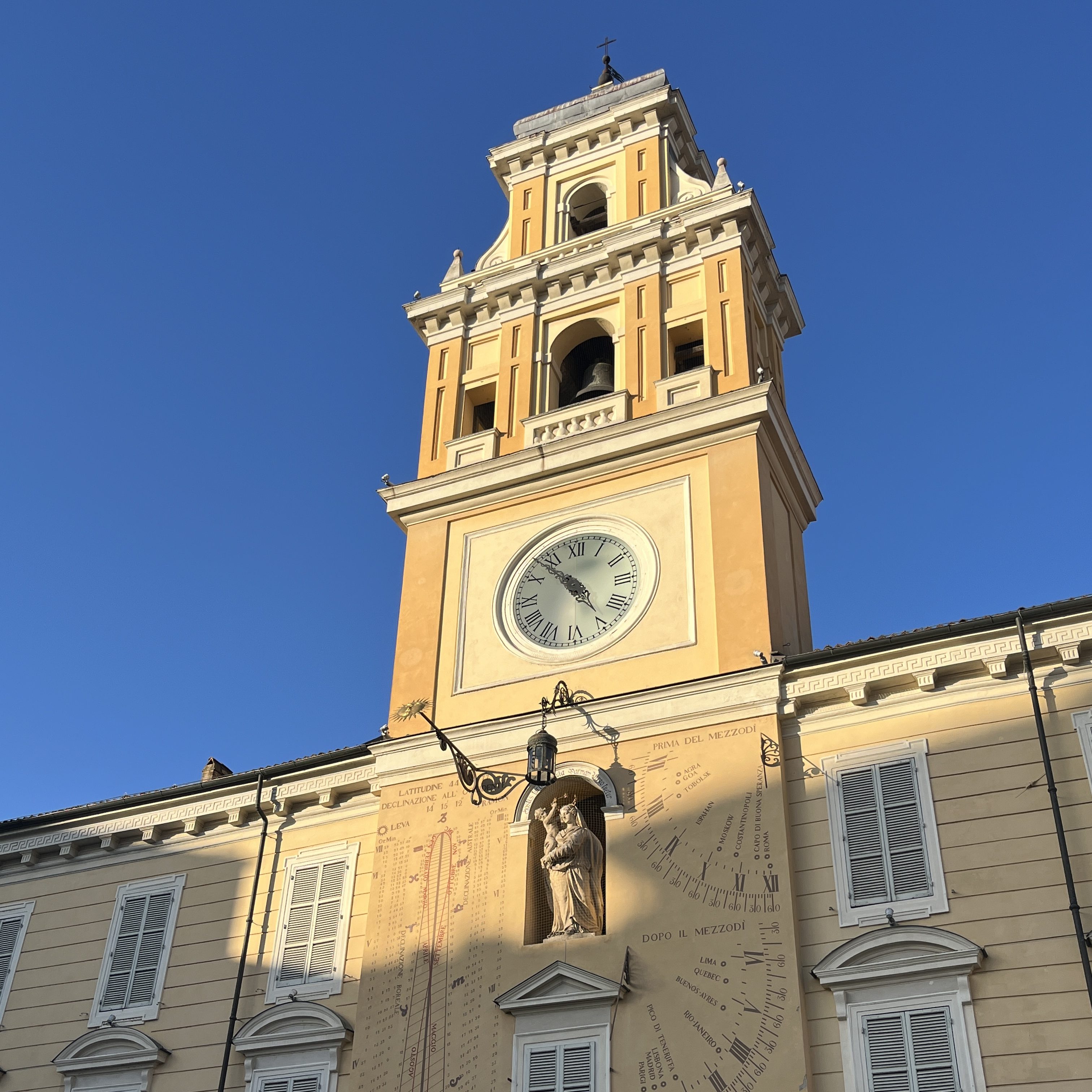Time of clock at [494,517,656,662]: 4:53
